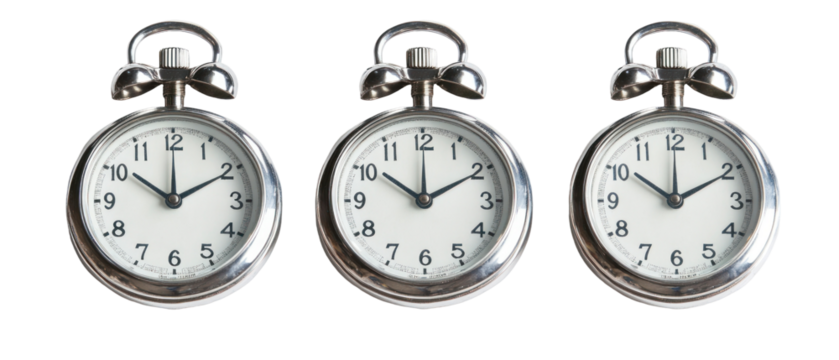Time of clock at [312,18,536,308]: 10:10
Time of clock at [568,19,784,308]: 10:10
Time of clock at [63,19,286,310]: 10:10
